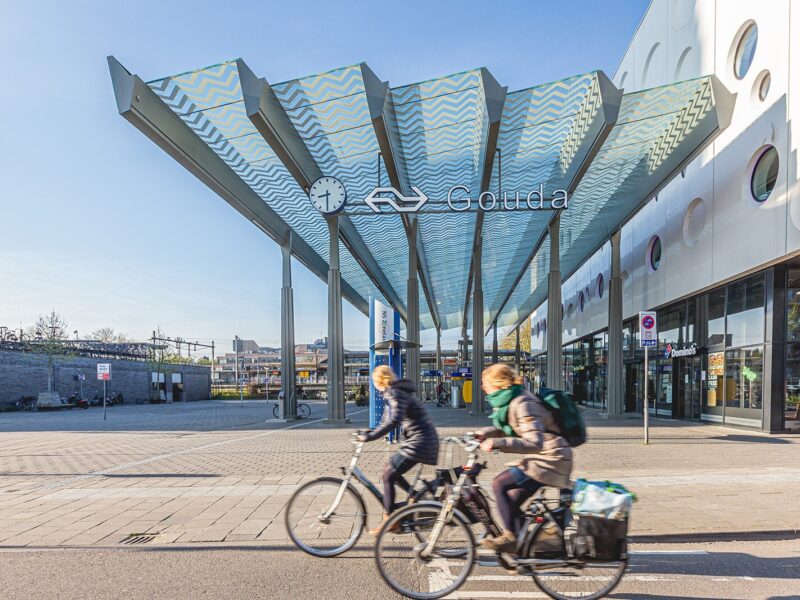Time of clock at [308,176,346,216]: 8:29
